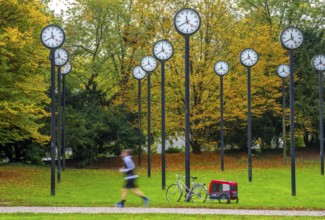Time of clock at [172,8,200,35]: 11:40
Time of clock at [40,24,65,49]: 11:40
